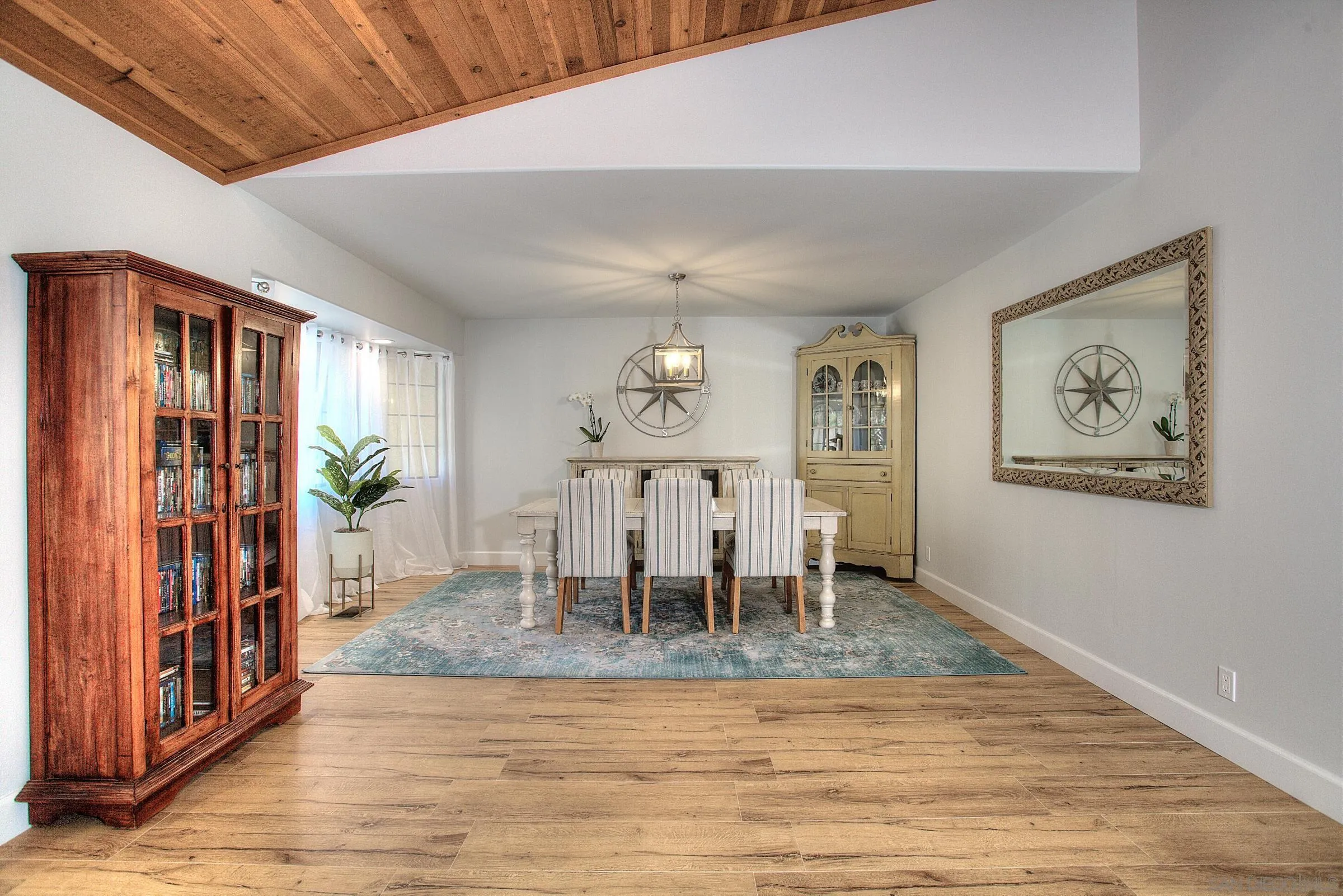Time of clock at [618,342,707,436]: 4:14
